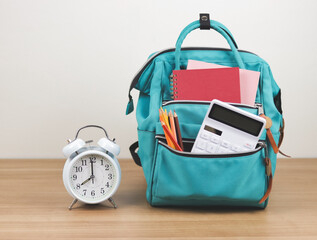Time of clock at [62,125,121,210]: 7:59
